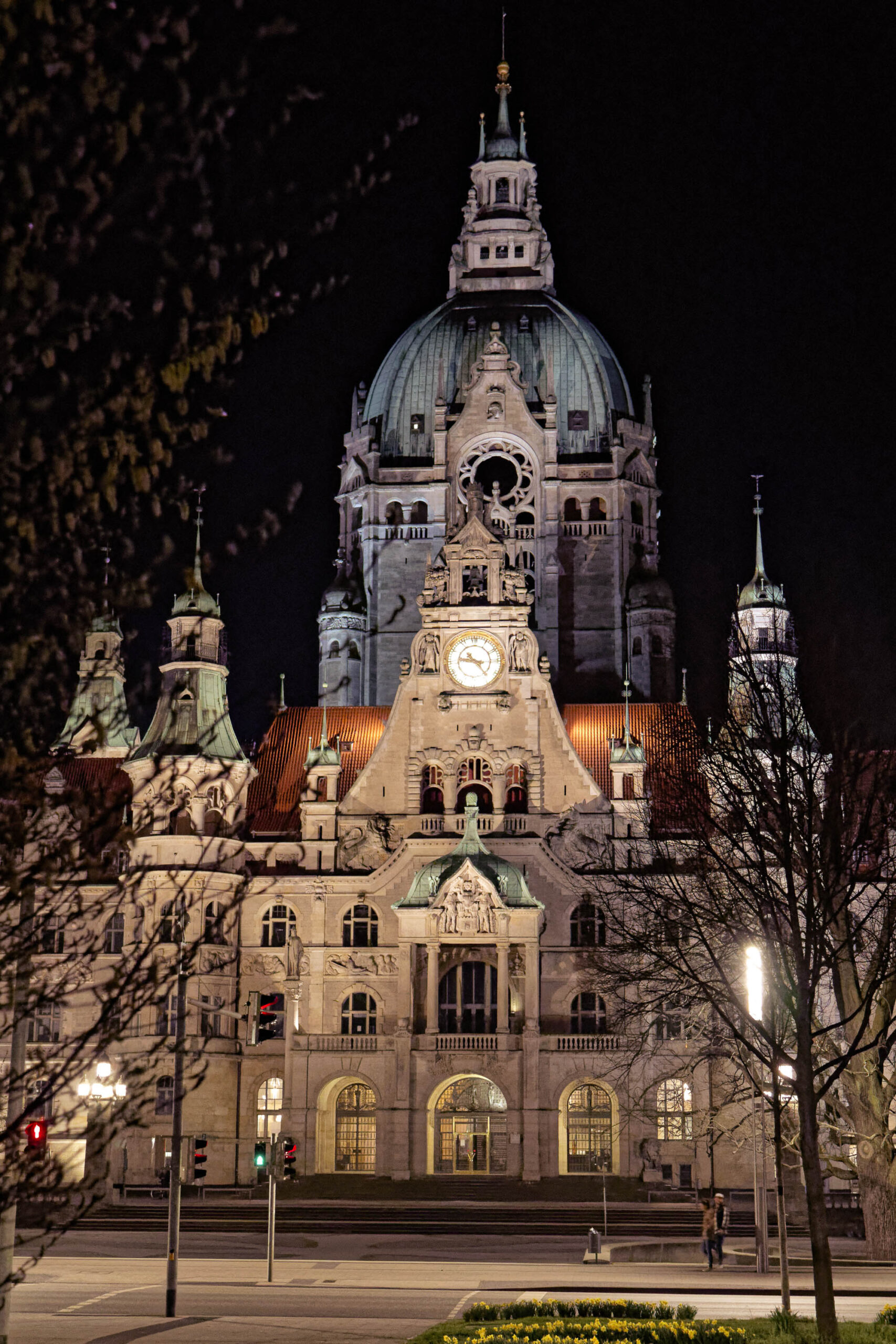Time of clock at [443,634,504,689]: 9:23
